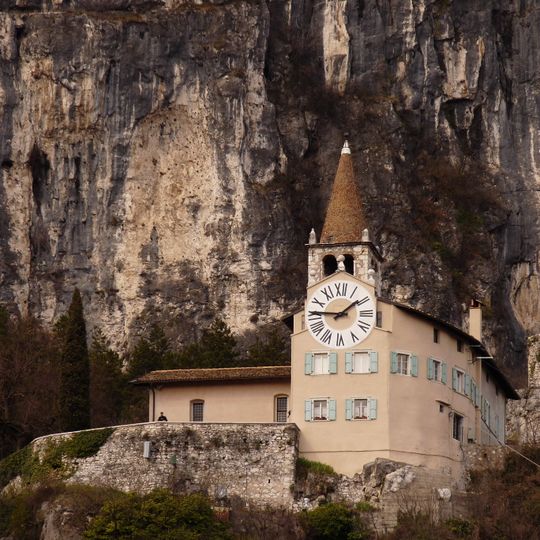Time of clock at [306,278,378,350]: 1:45
